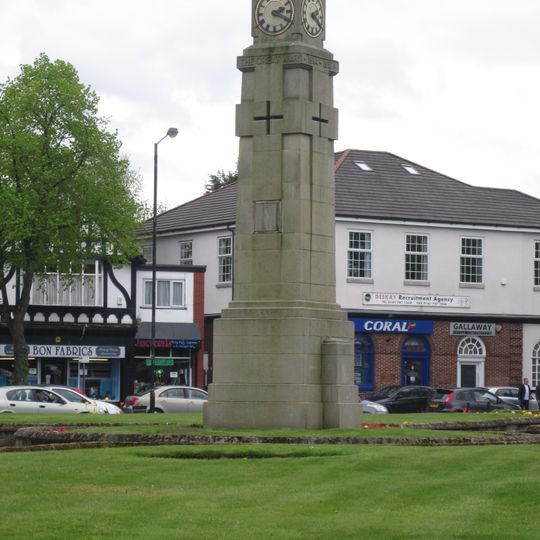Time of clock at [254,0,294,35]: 2:19
